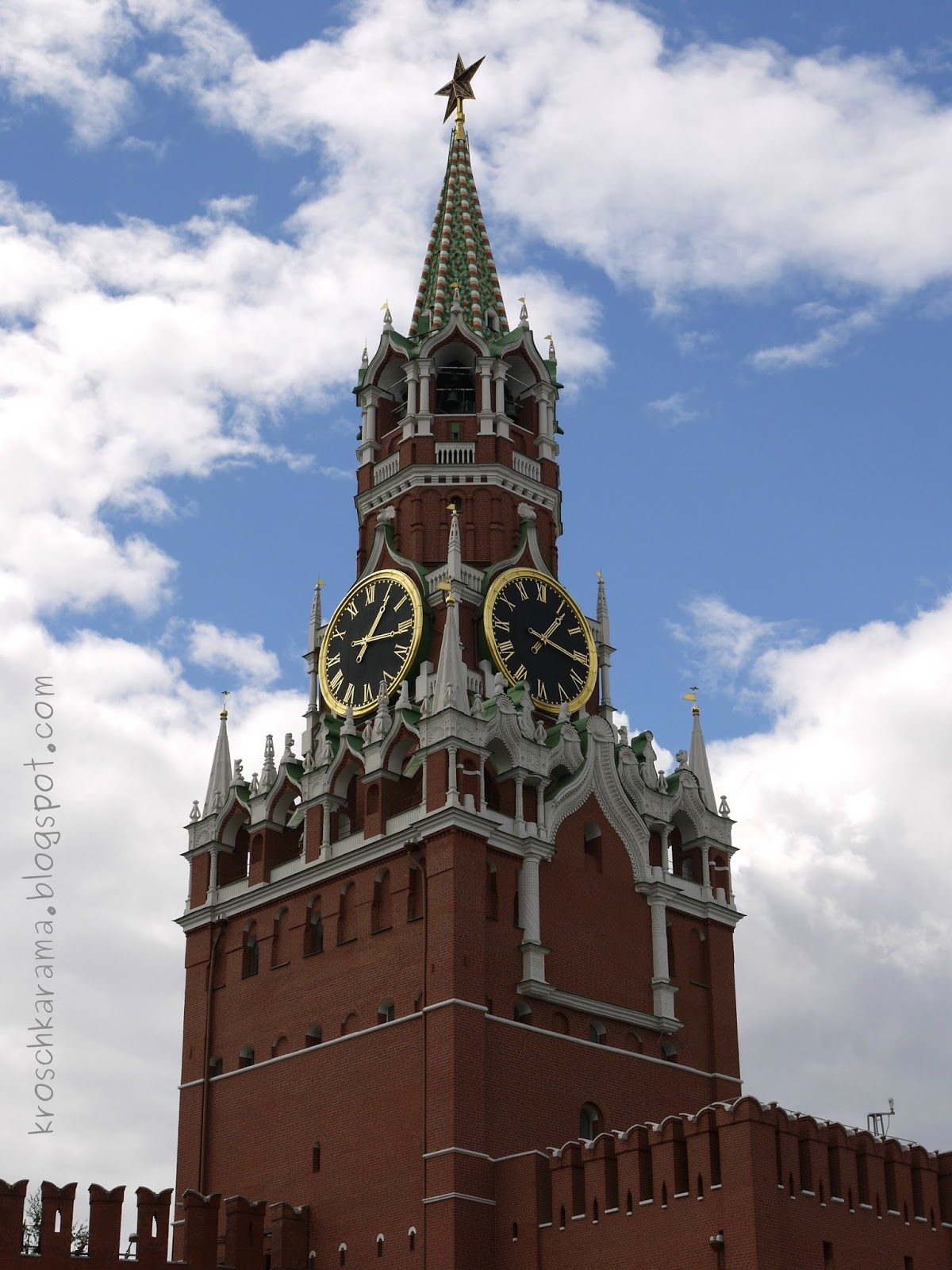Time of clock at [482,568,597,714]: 1:16
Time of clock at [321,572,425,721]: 1:16
